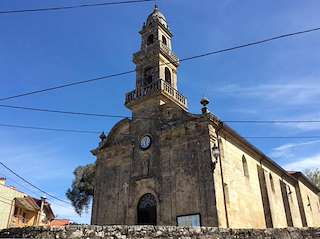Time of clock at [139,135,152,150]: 12:26
